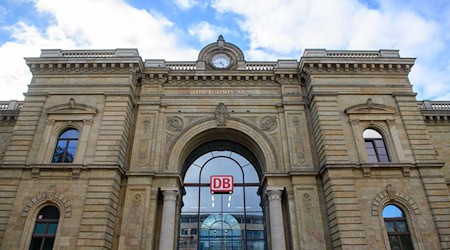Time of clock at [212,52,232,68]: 4:42
